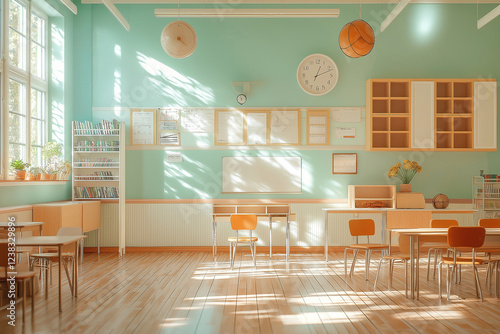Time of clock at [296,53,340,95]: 1:11
